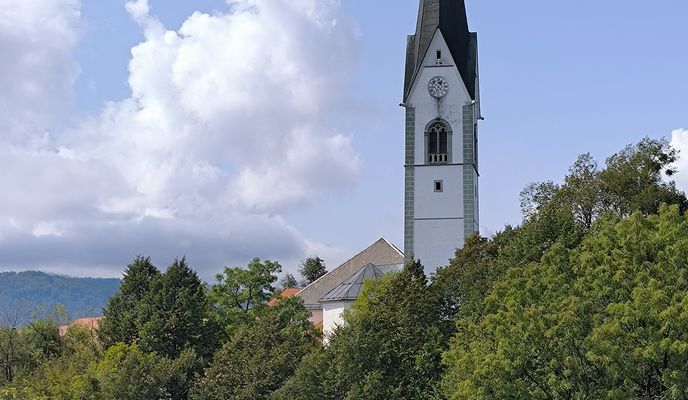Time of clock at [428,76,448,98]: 12:52
